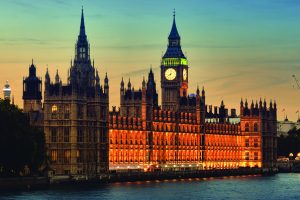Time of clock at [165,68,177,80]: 8:02
